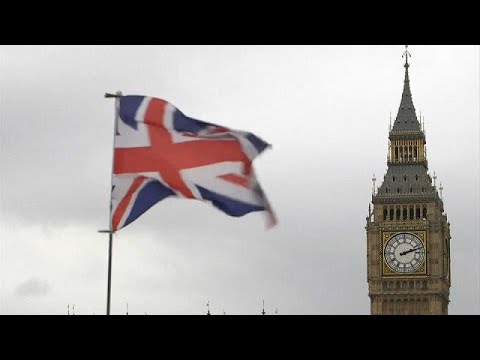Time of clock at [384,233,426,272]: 2:12
